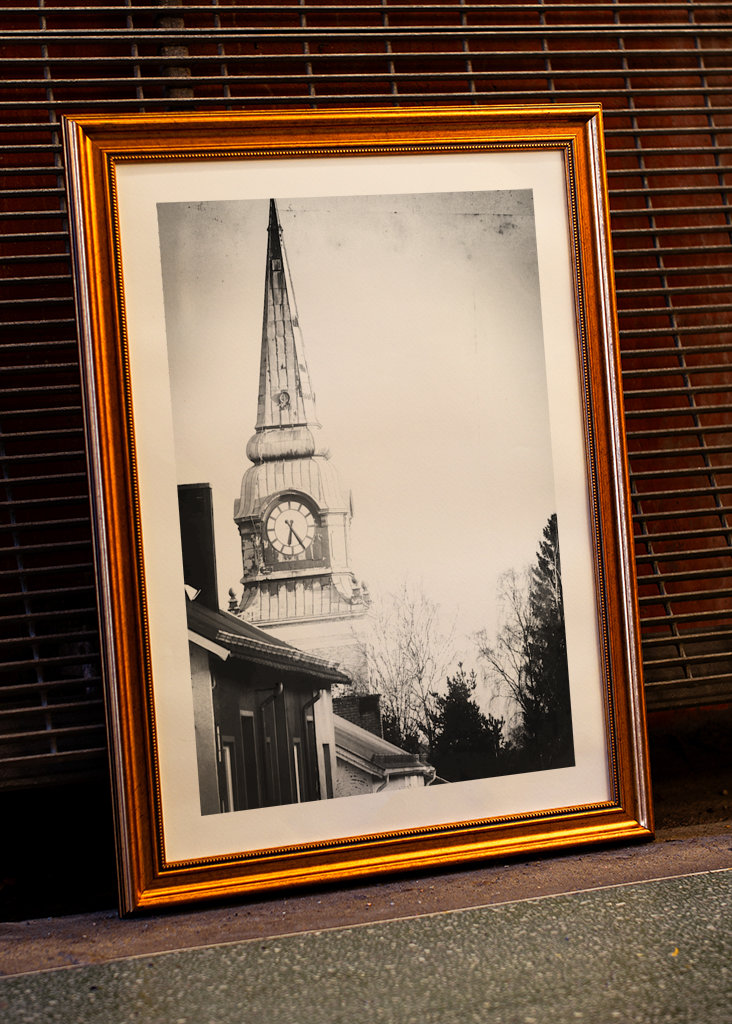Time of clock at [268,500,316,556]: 6:24
